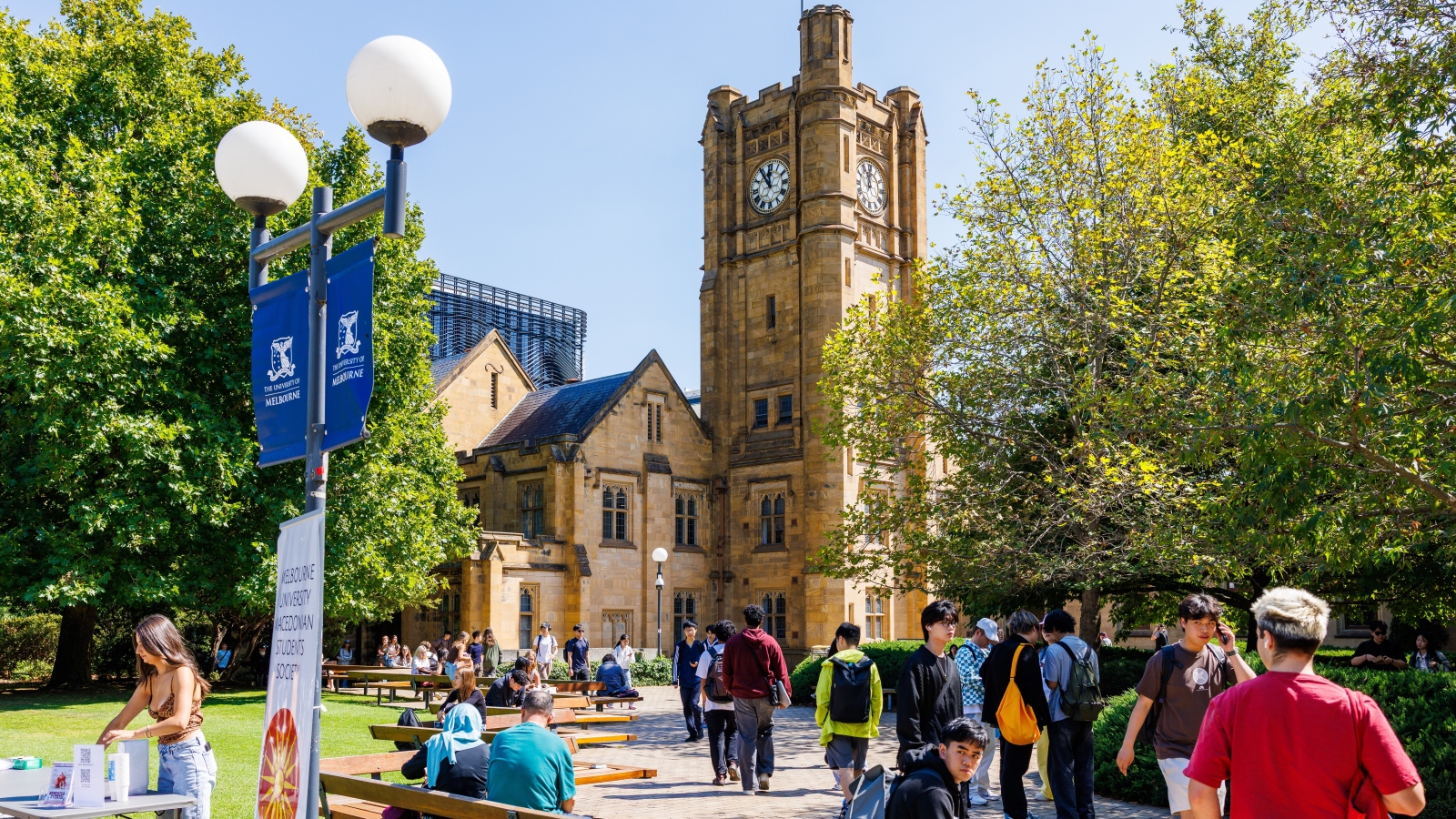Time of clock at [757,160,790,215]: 11:54
